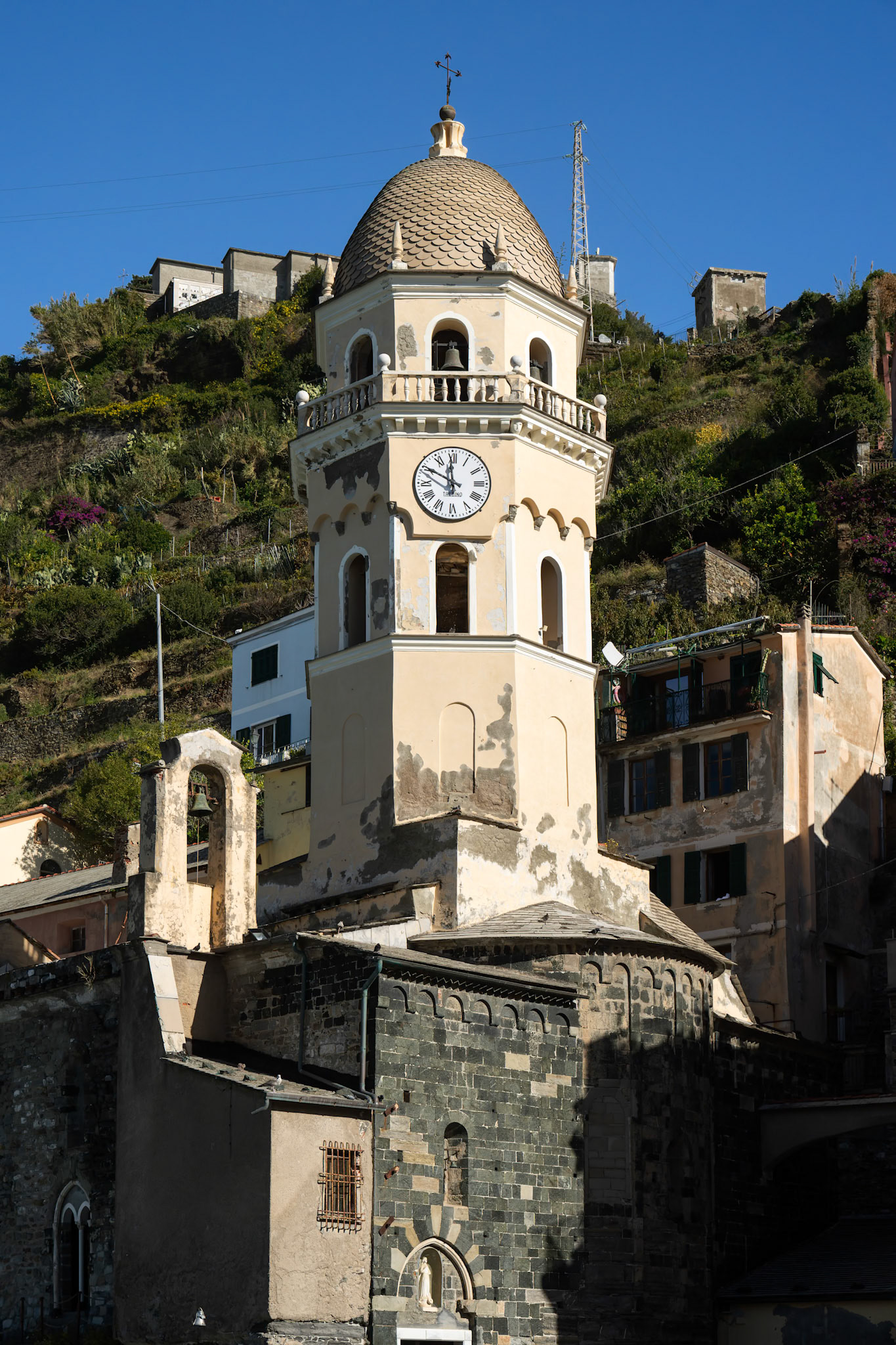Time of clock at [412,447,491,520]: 11:50
